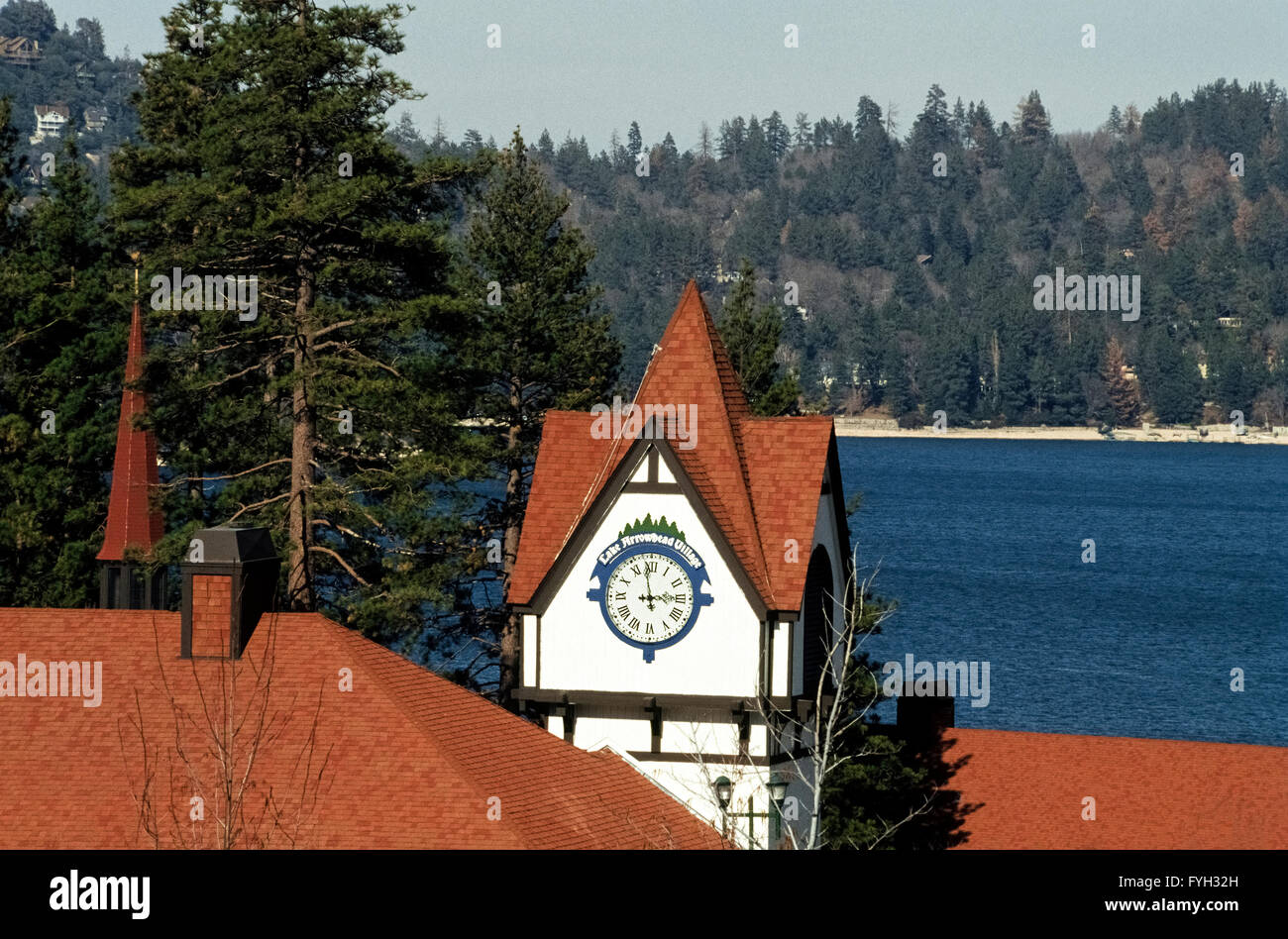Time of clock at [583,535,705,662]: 2:58
